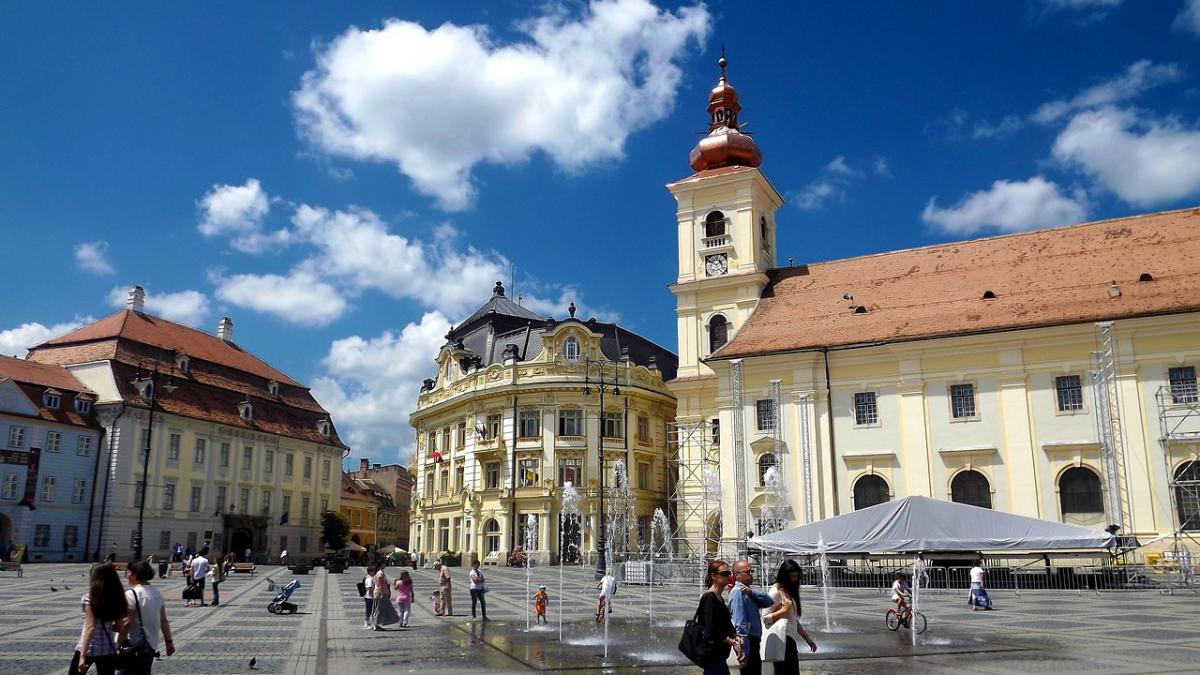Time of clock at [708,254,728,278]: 1:50
